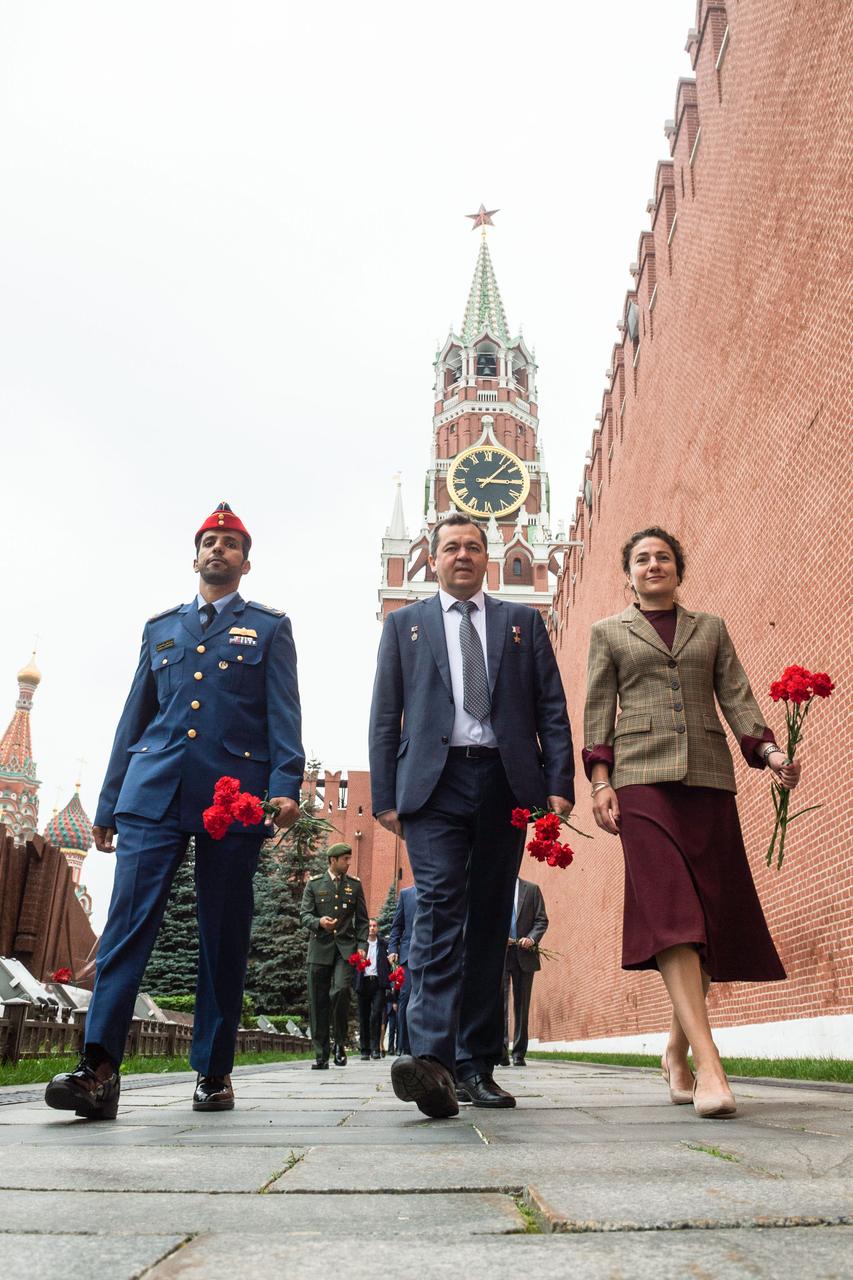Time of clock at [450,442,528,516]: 3:07
